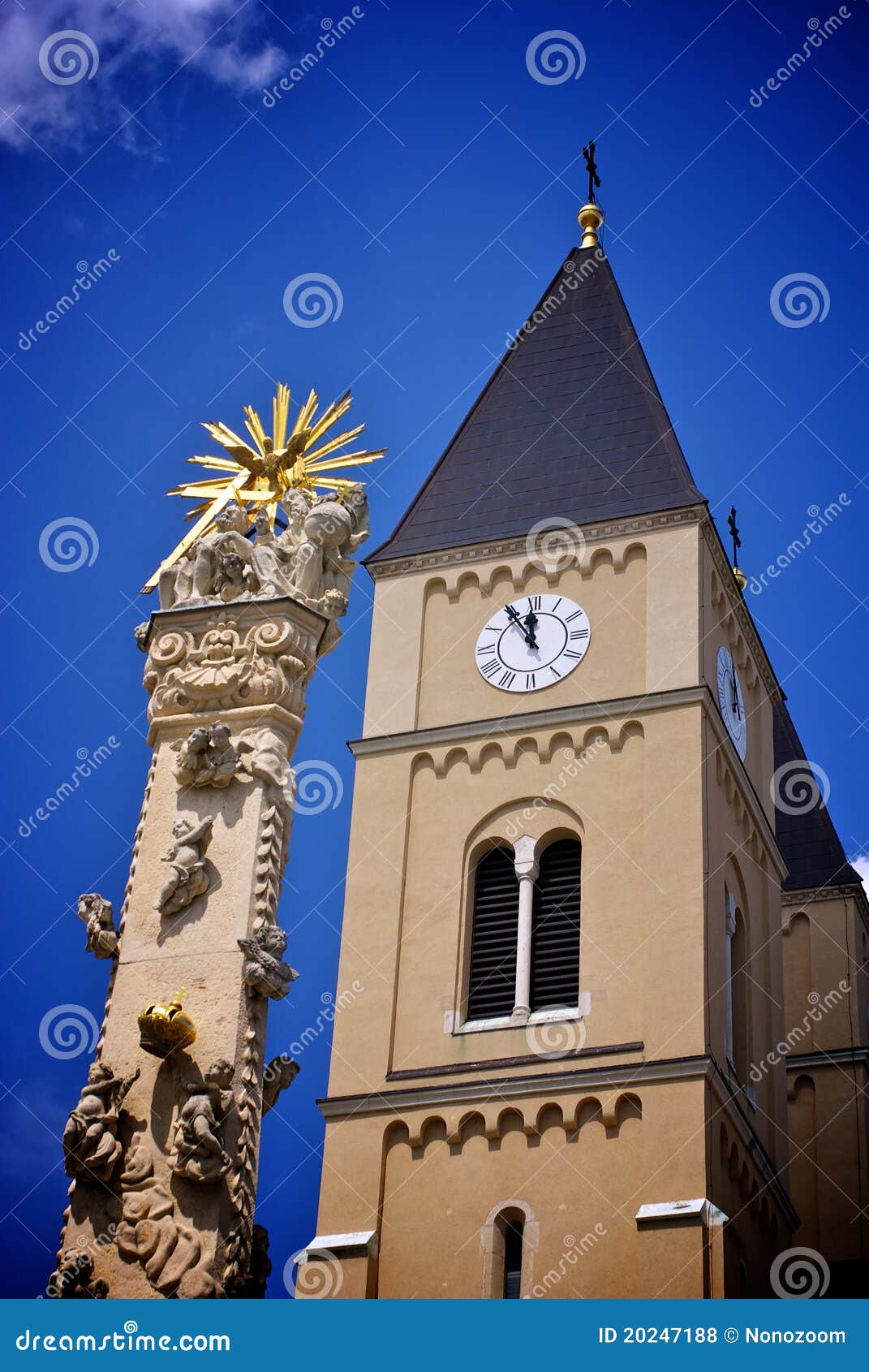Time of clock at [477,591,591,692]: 11:54
